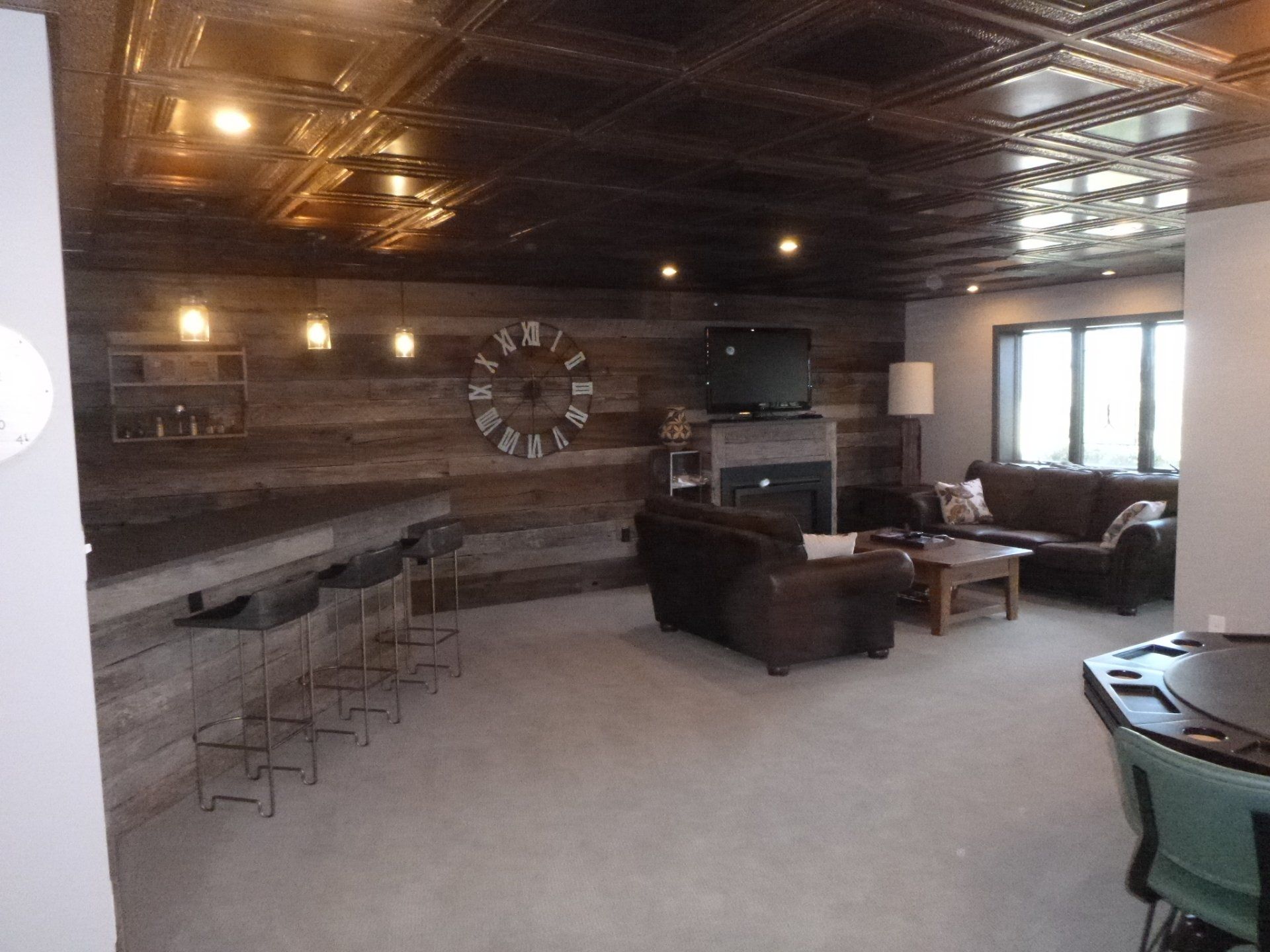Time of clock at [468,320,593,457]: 7:30
